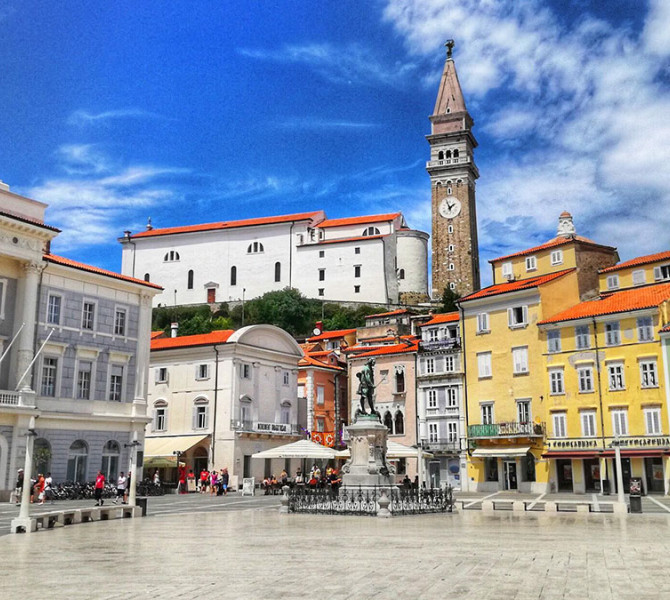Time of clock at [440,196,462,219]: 1:56
